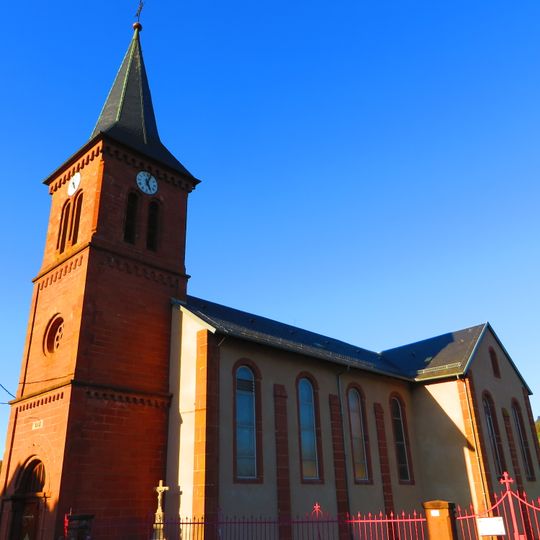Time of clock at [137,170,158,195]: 5:03
